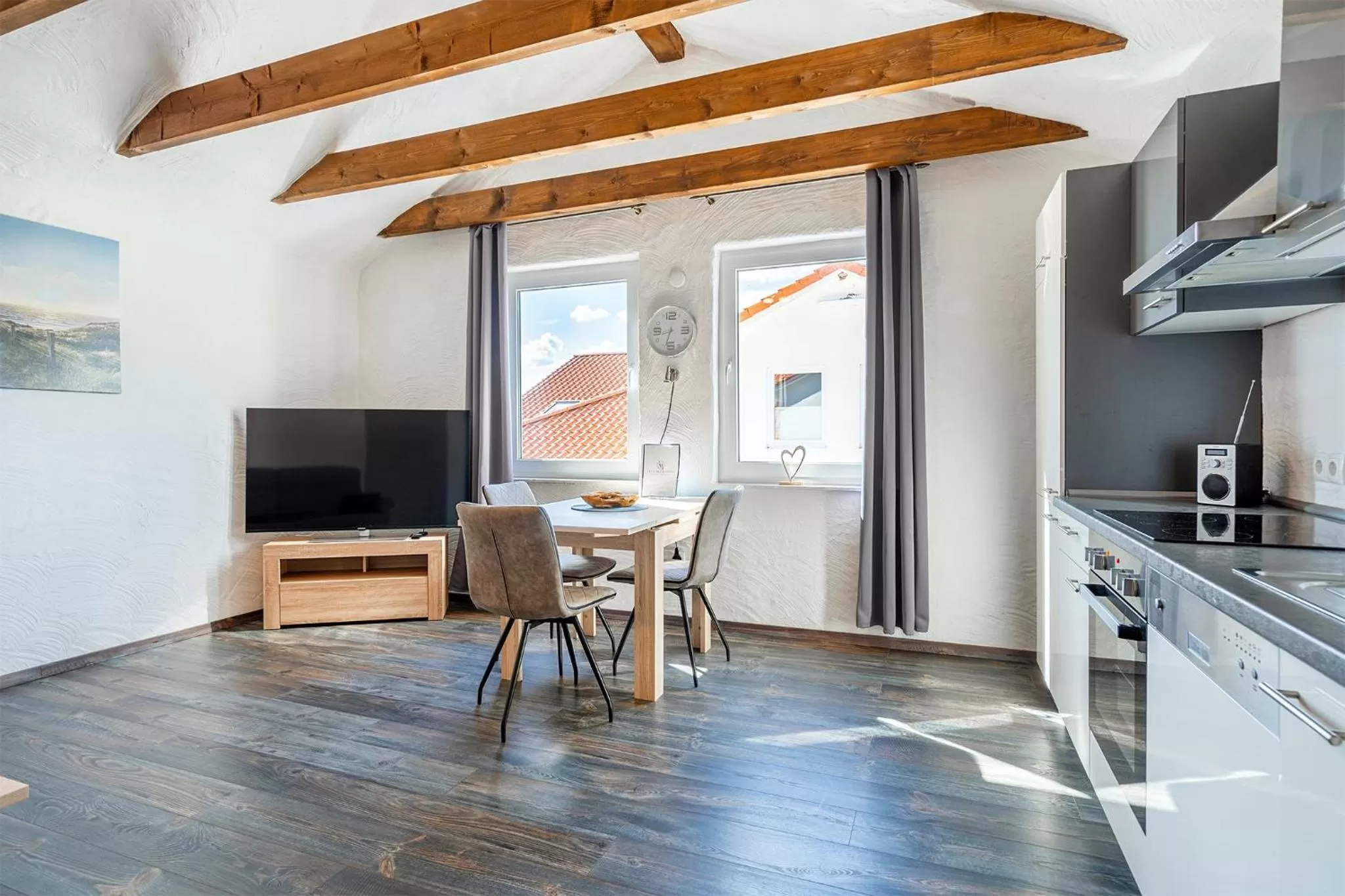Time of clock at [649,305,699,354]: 8:33
